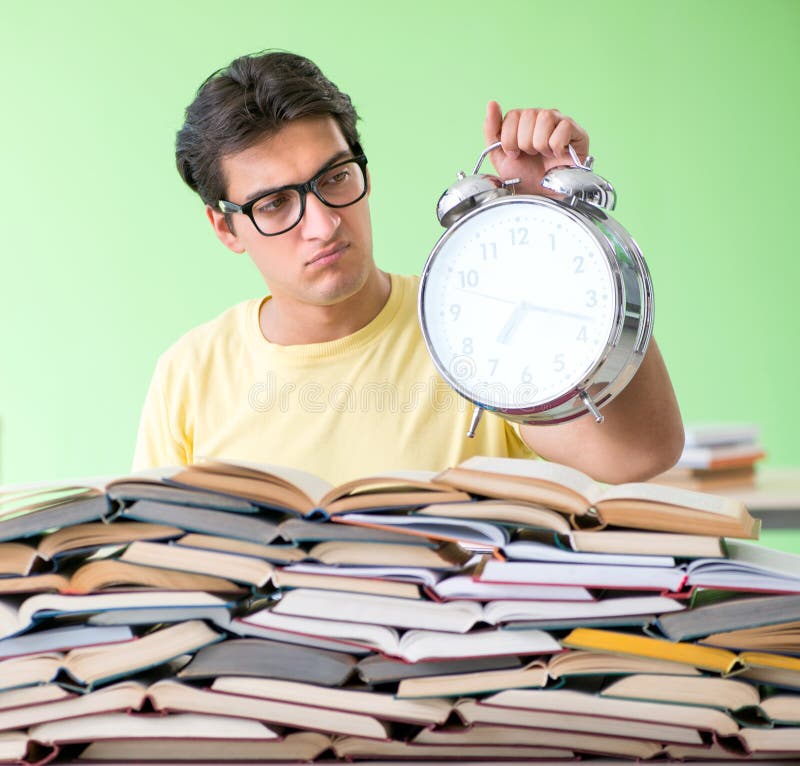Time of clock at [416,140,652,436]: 7:17
